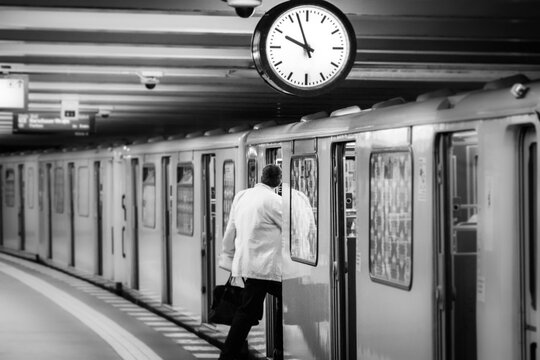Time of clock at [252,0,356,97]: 9:56
